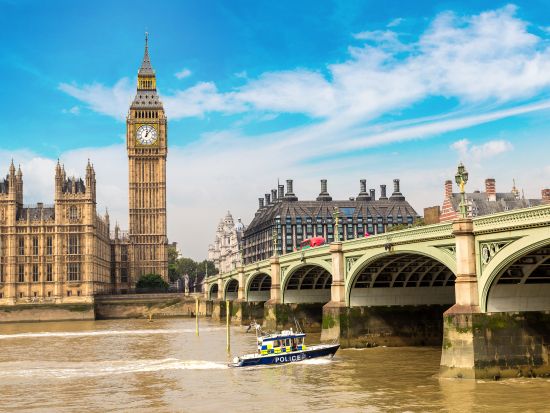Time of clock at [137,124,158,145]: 12:06
